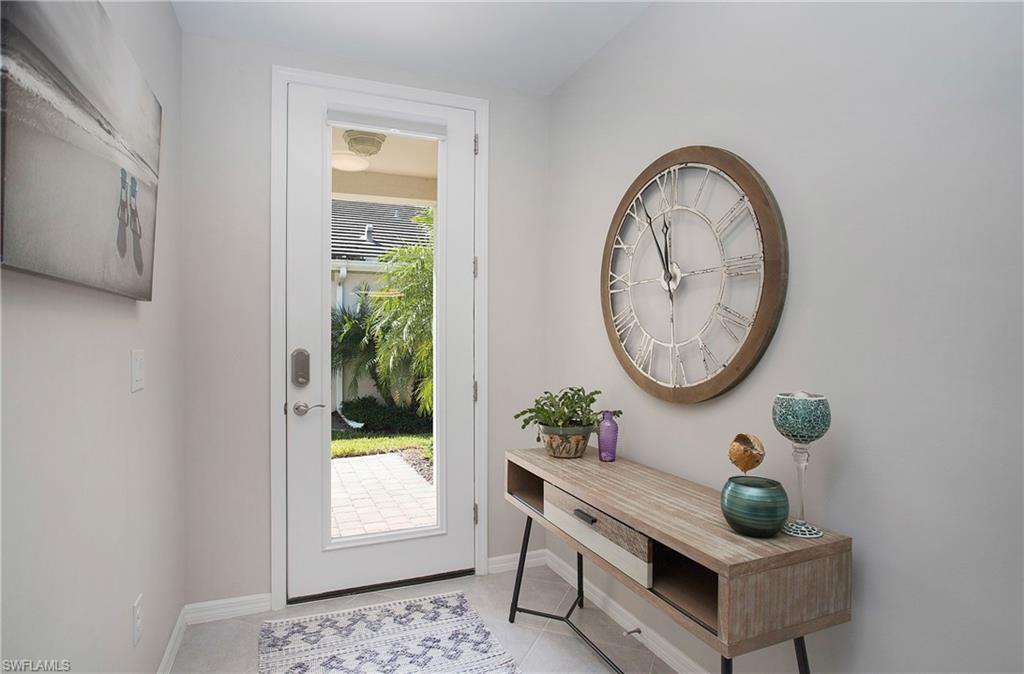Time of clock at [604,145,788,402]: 11:56
